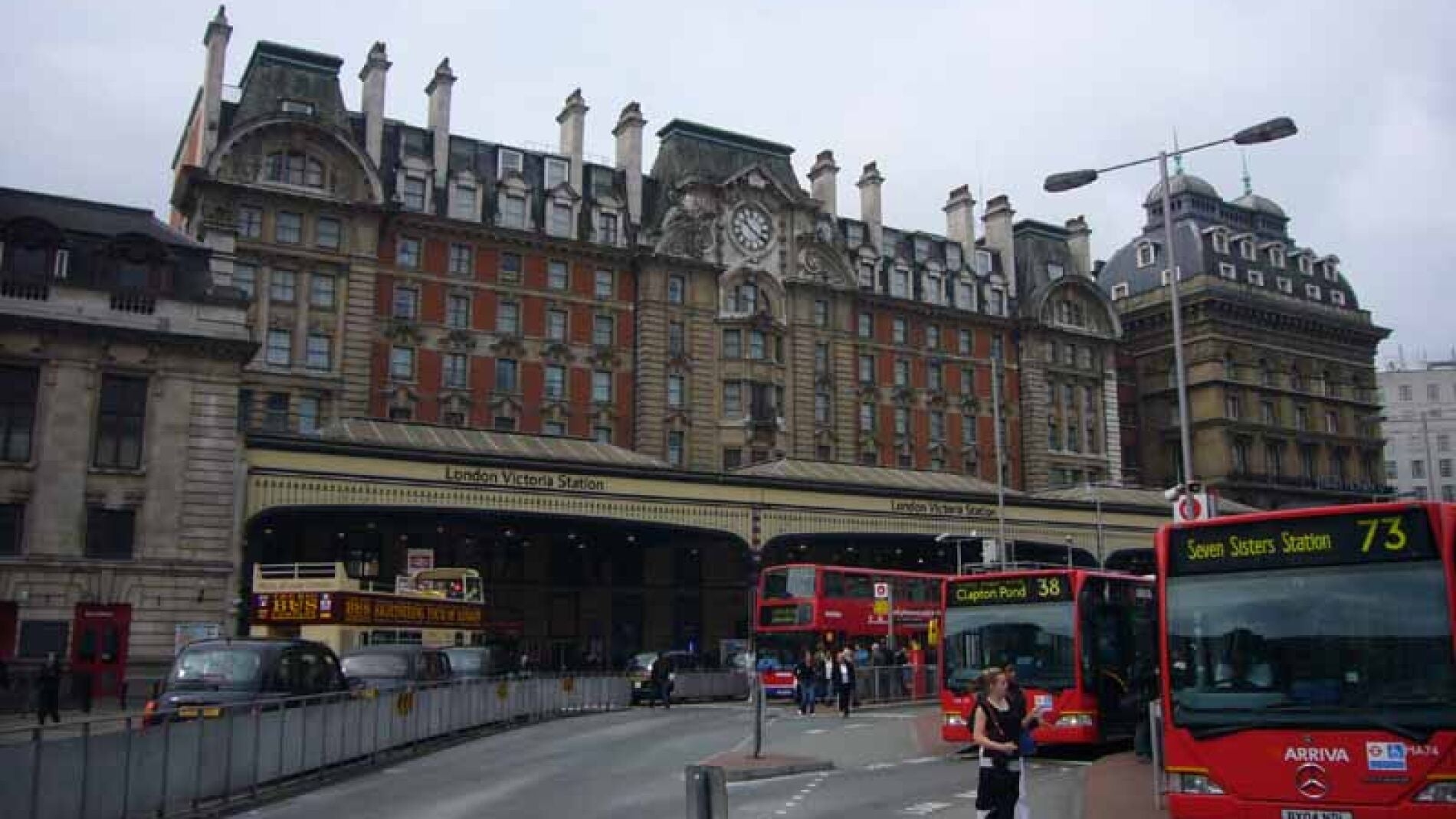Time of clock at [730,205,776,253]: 10:20
